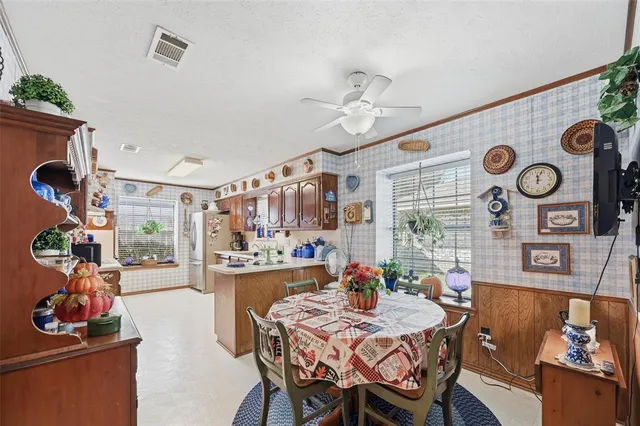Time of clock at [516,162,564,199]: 12:03
